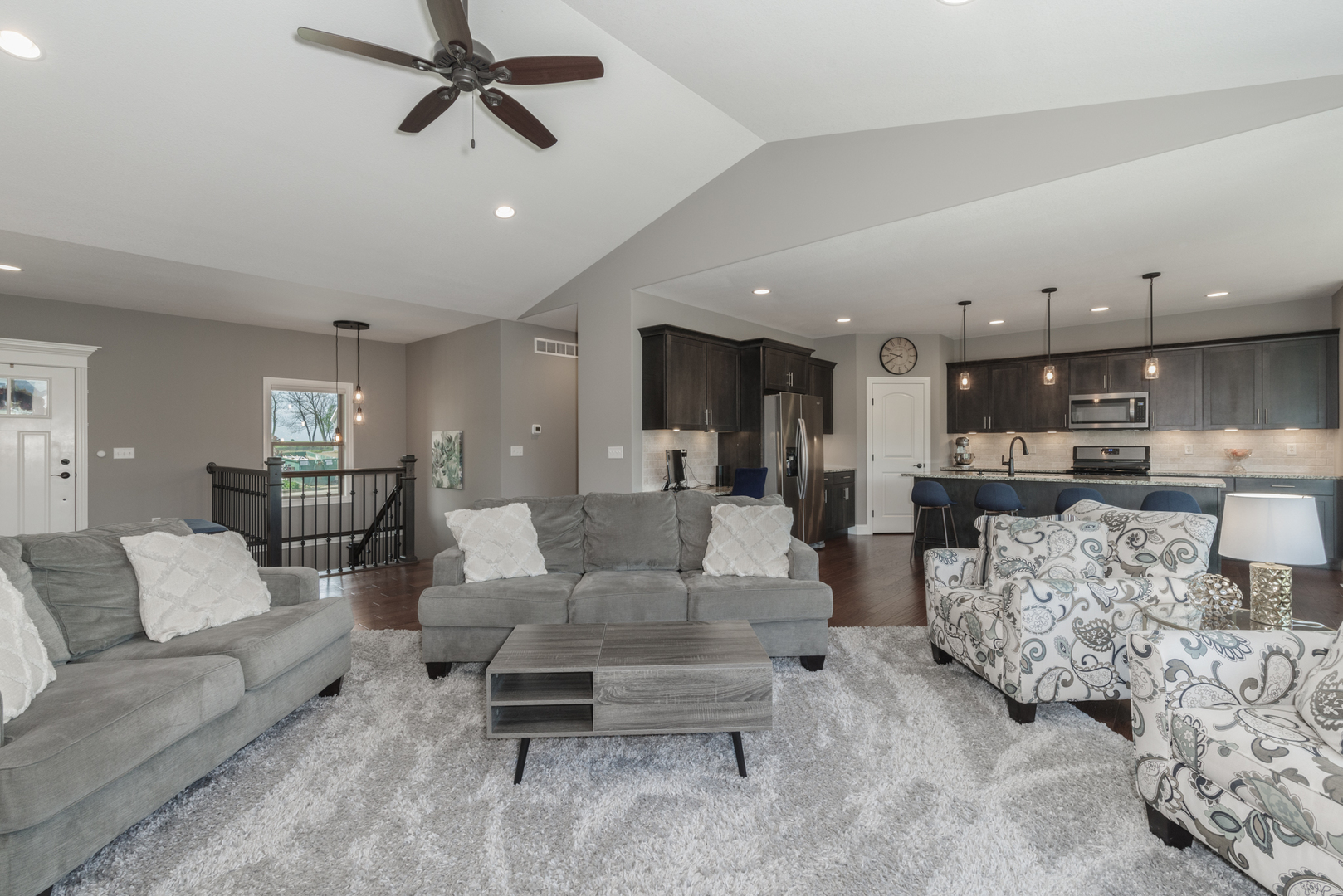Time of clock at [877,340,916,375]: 9:40
